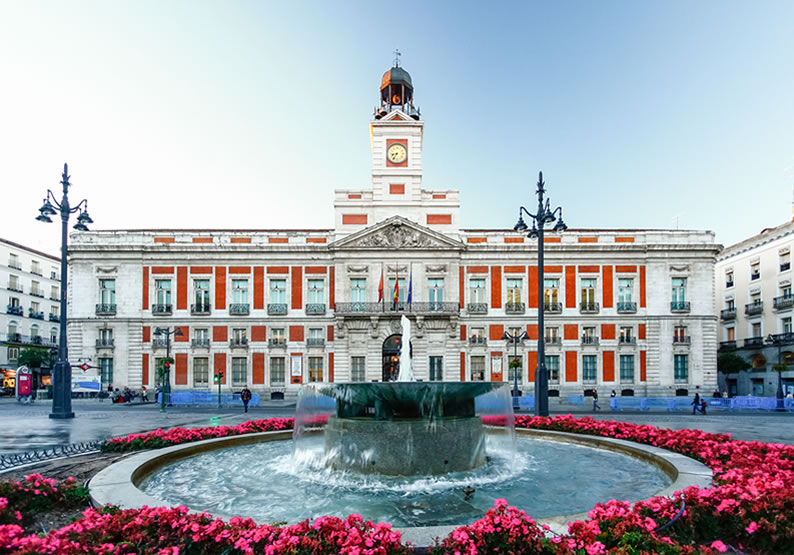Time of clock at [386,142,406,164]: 8:36
